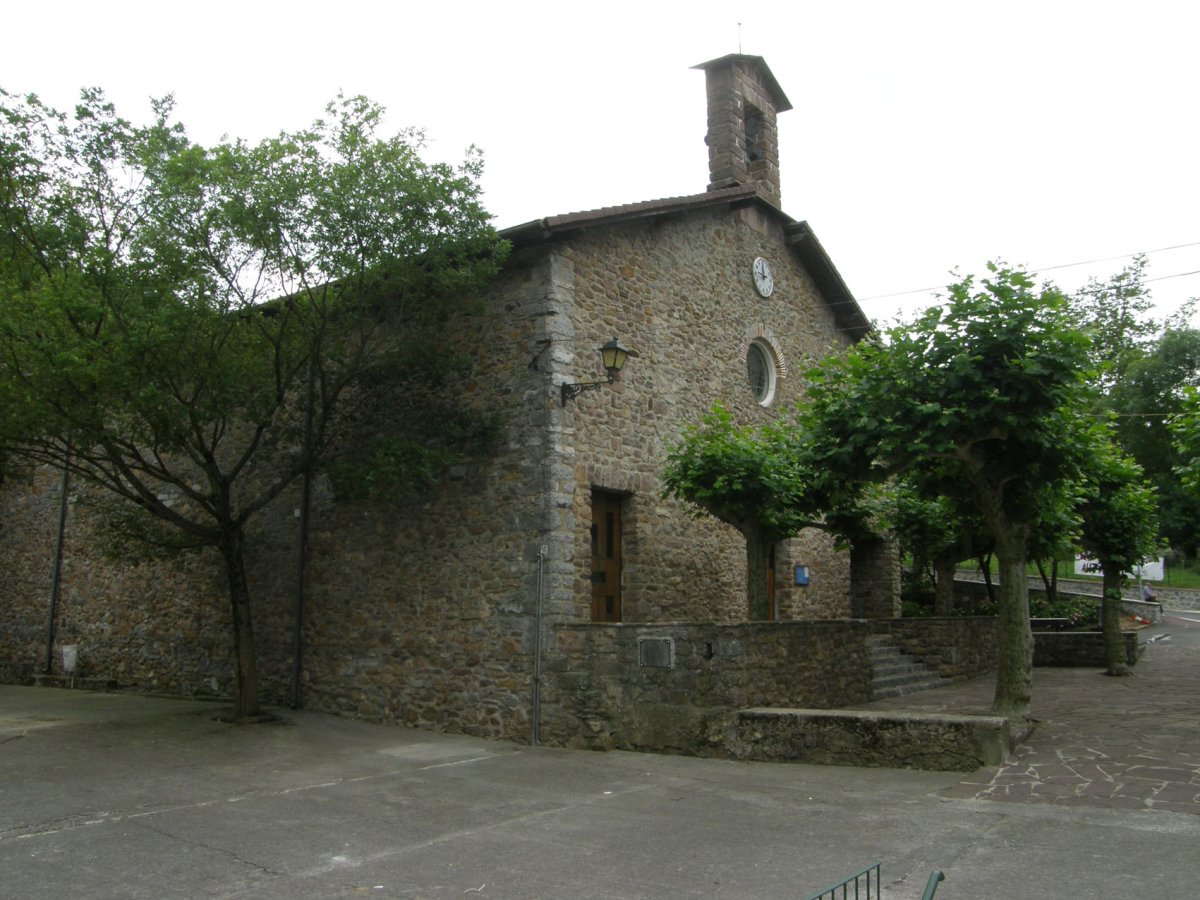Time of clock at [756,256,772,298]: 11:46
